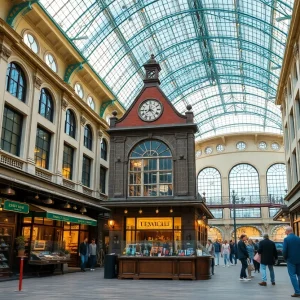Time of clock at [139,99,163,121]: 7:58
